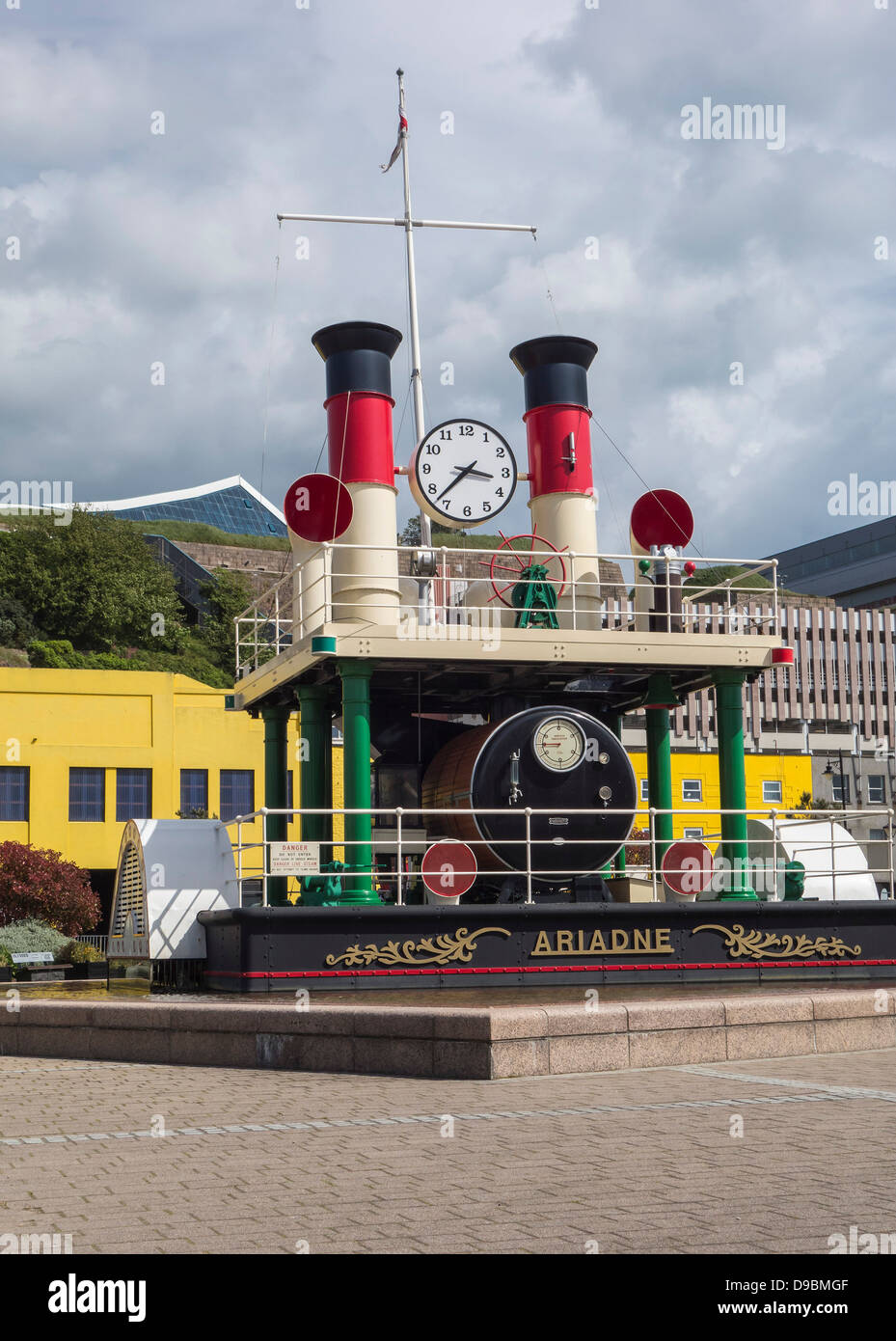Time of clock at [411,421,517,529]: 3:37
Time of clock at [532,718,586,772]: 8:45
